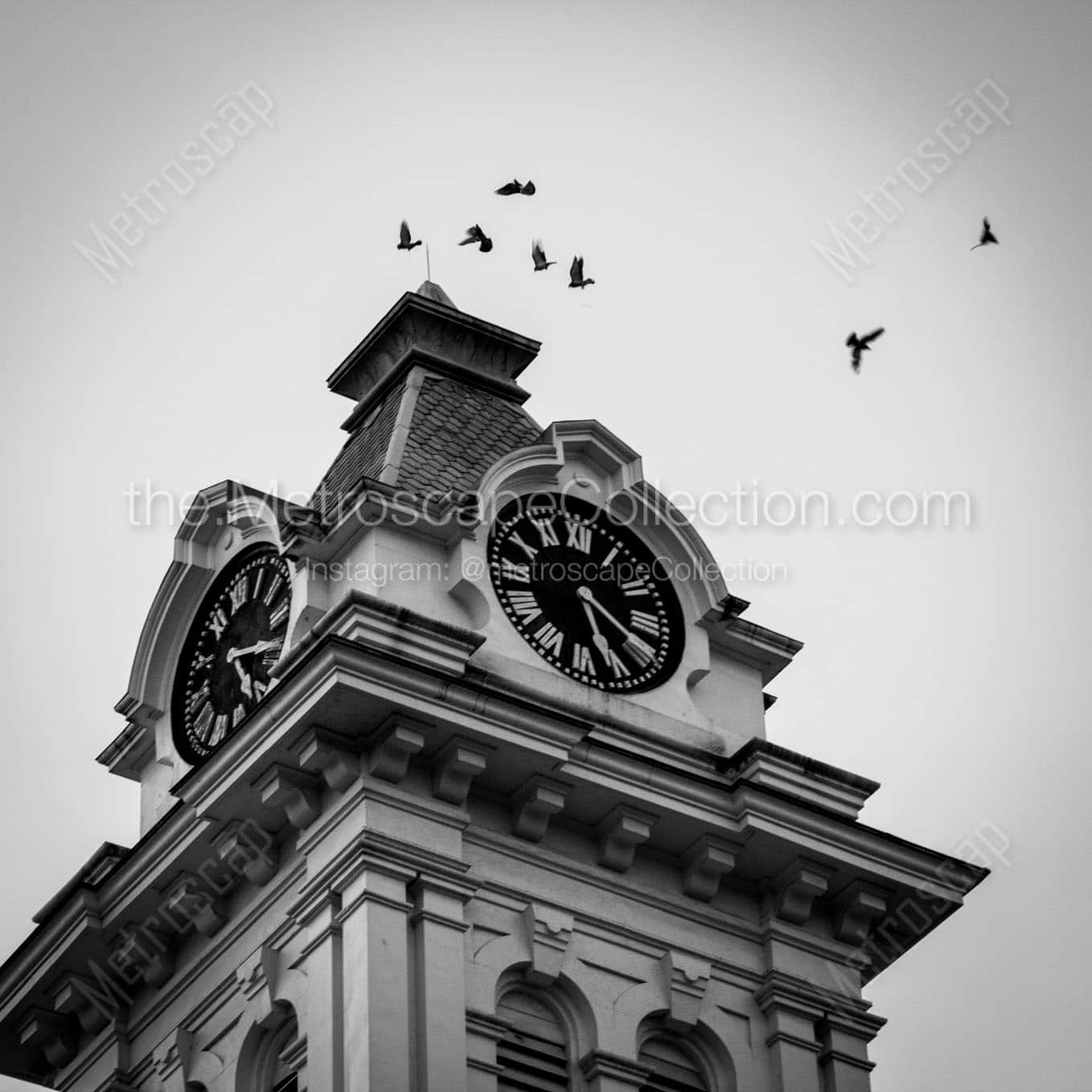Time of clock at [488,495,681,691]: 5:19
